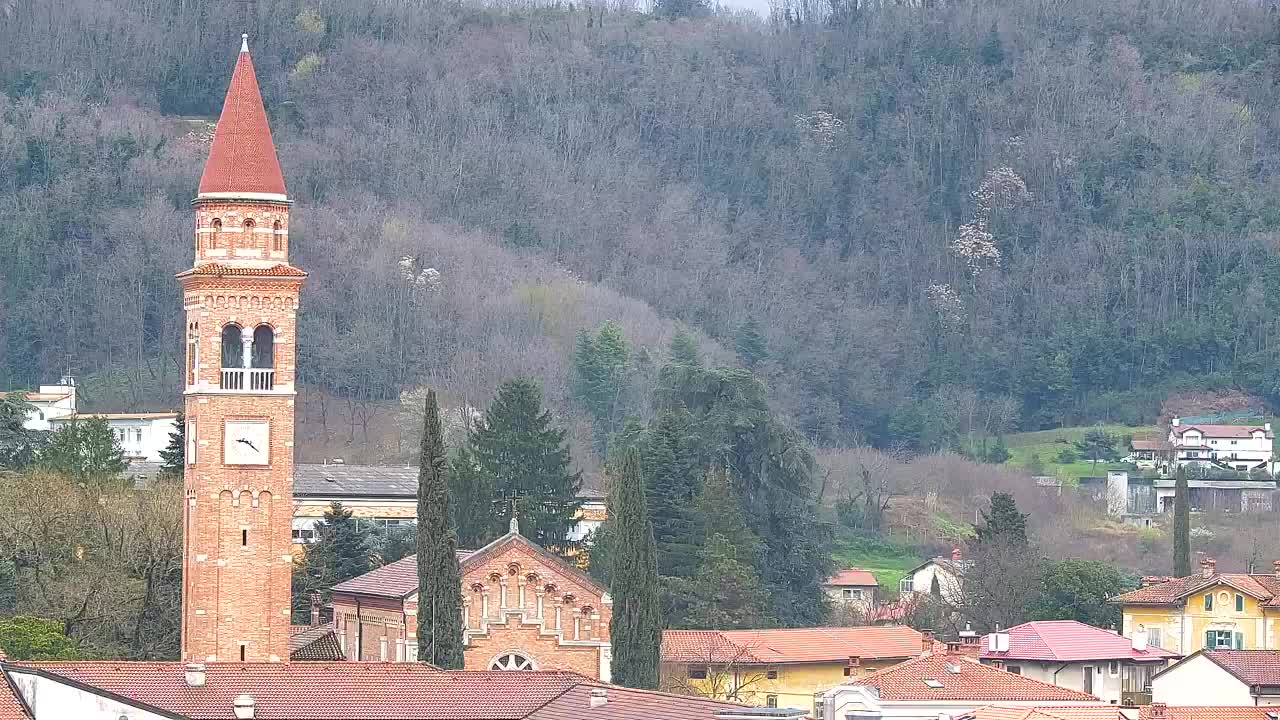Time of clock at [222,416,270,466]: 9:21
